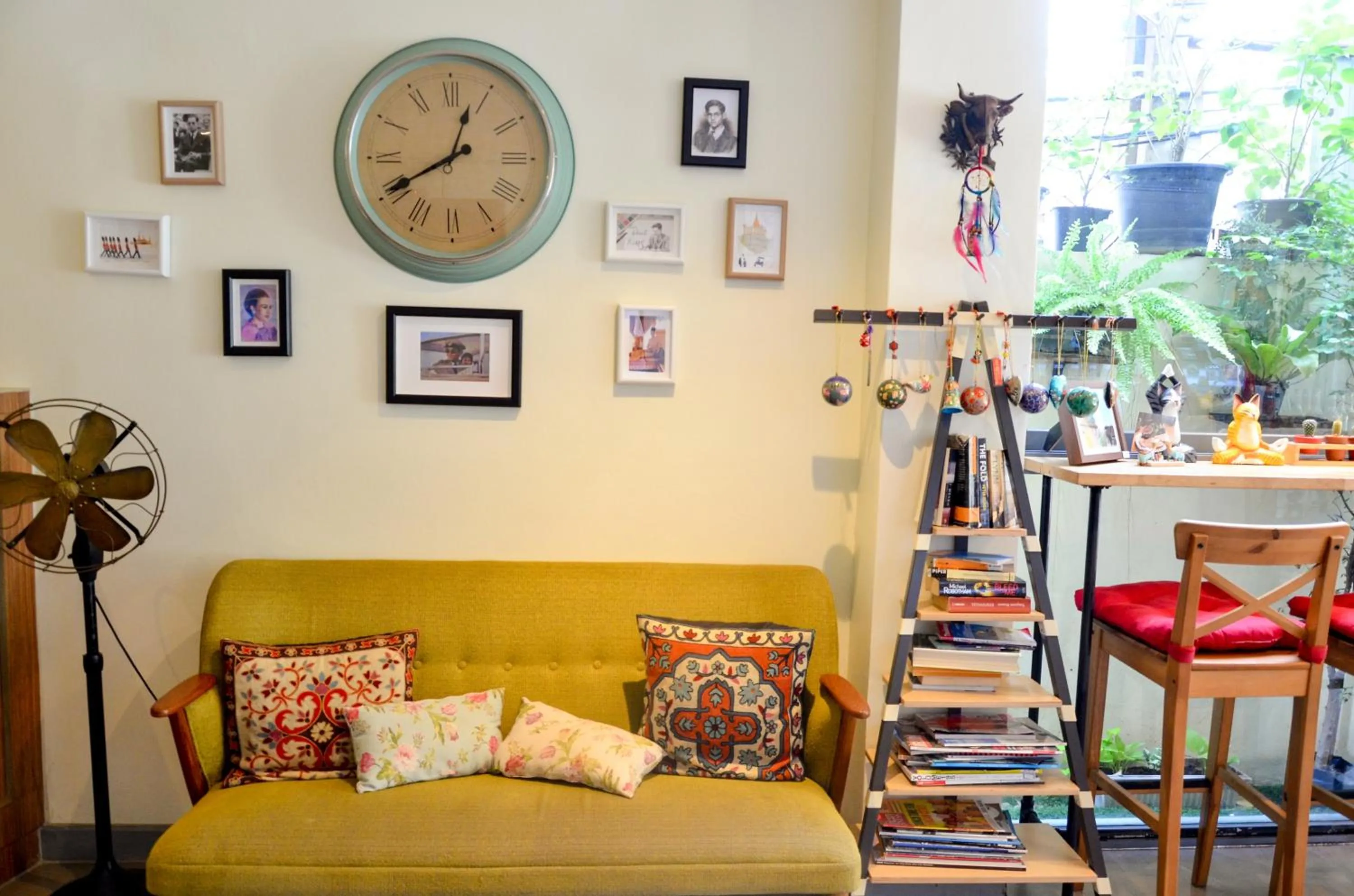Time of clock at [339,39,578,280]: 12:40
